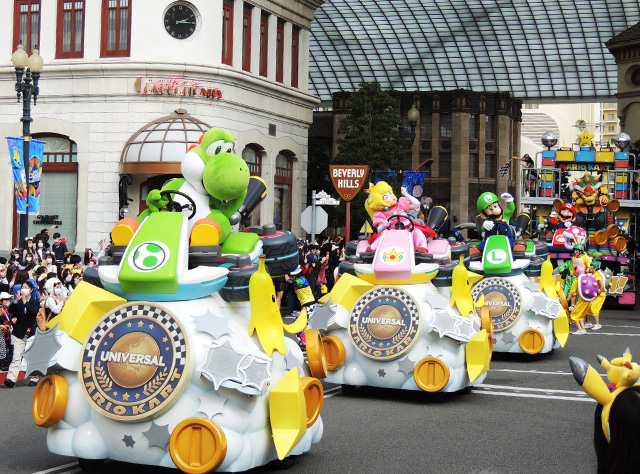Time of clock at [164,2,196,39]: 2:14
